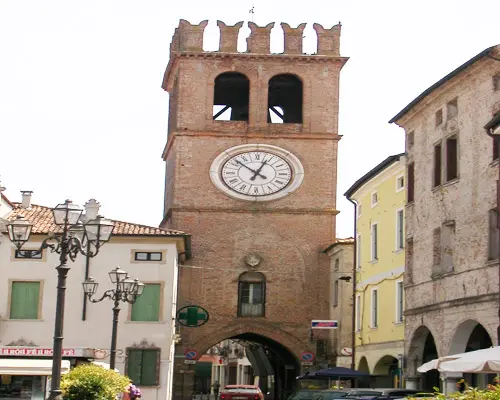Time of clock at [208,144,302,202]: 12:52
